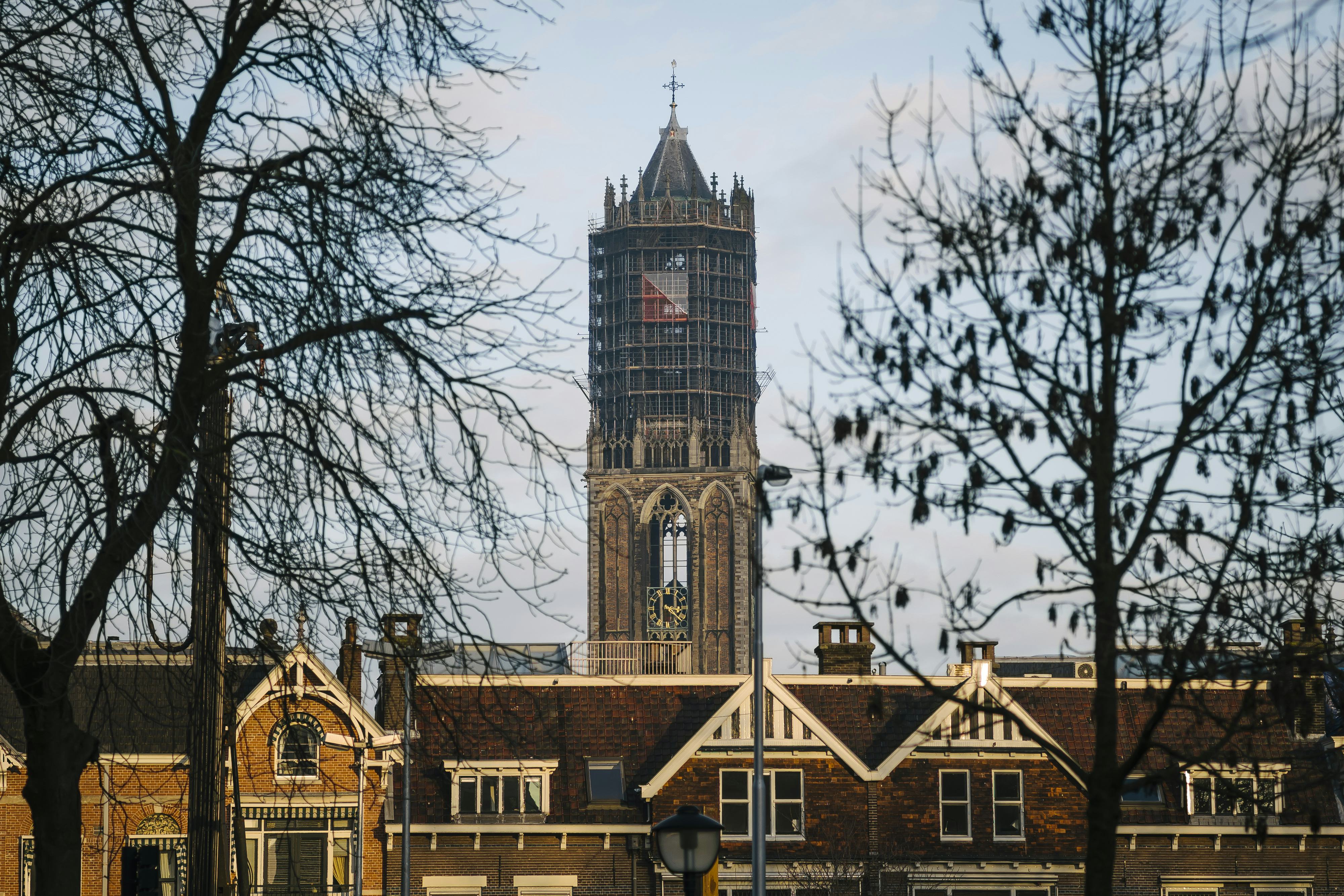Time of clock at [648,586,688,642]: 3:21
